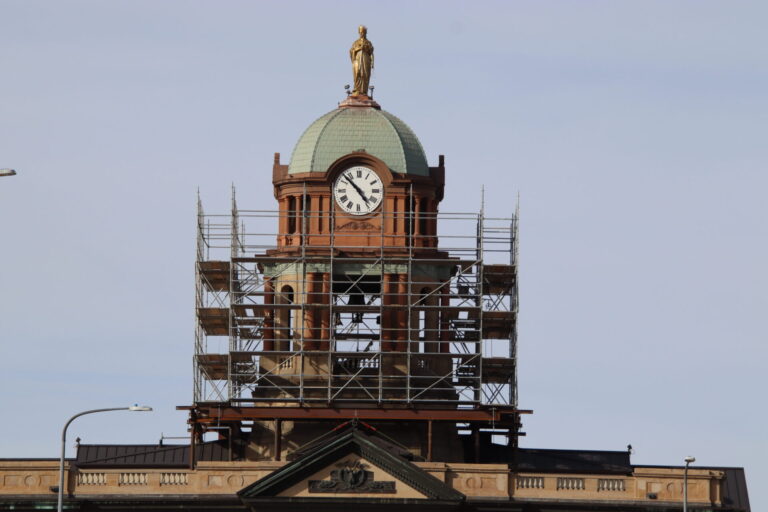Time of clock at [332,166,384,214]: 4:52
